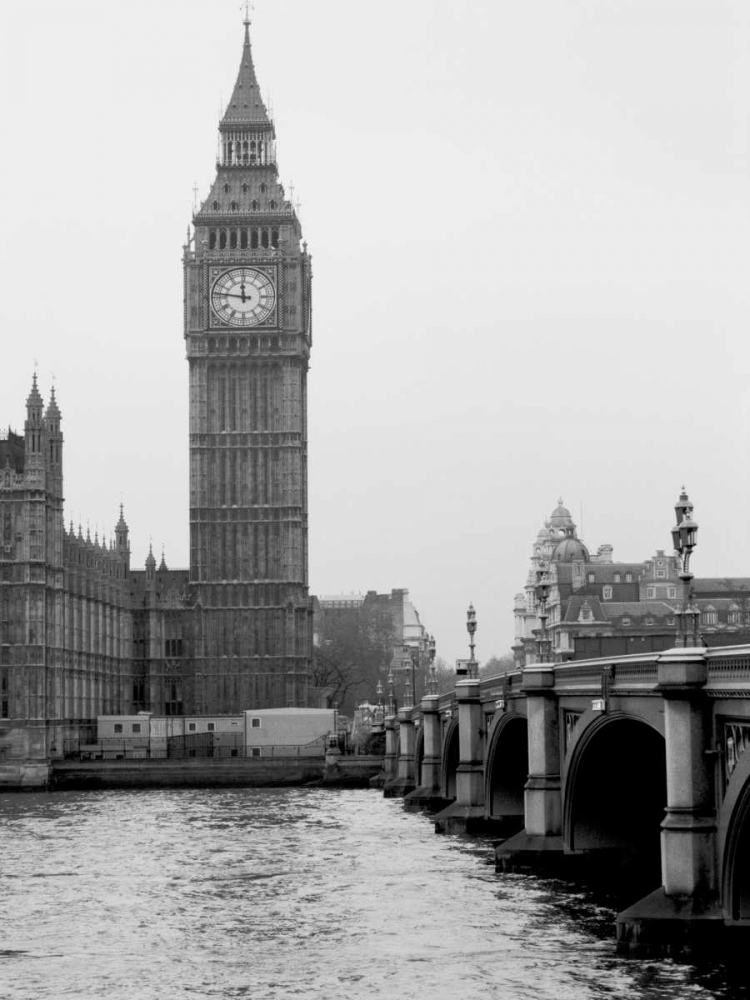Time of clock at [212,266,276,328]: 11:46
